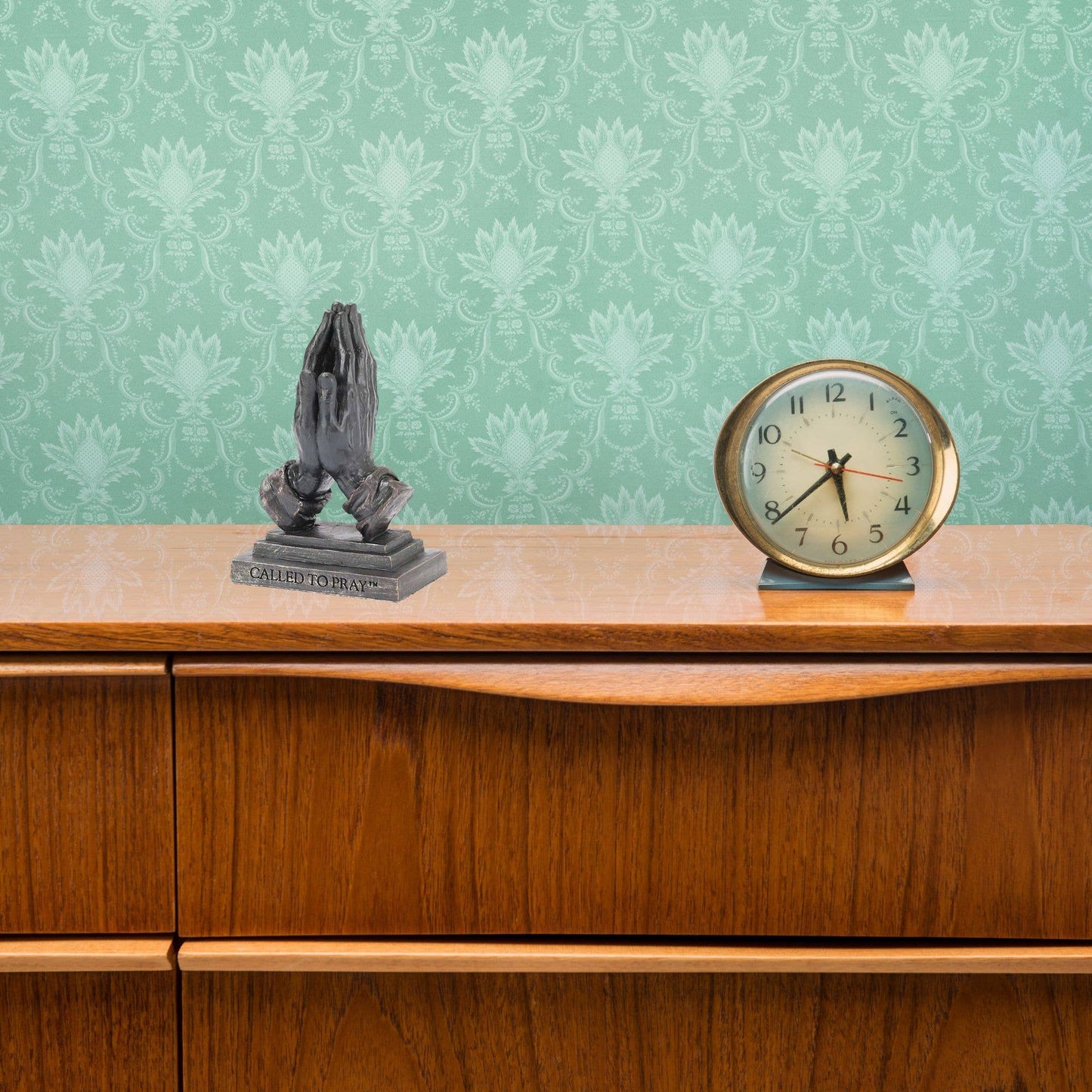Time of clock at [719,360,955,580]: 5:38
